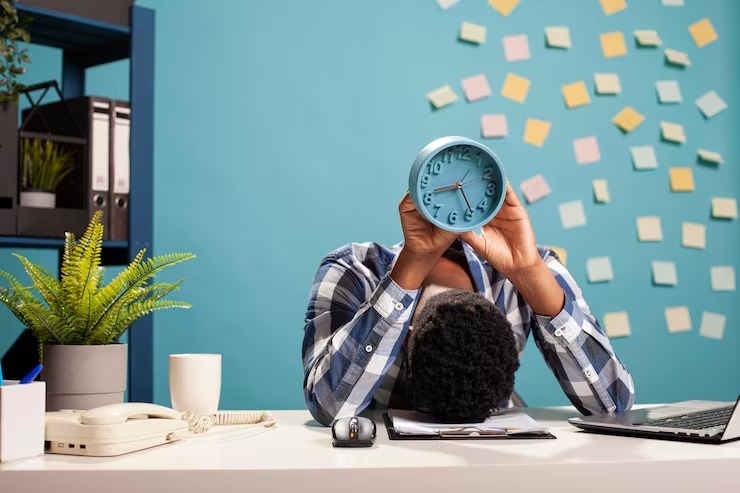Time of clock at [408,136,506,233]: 8:23
